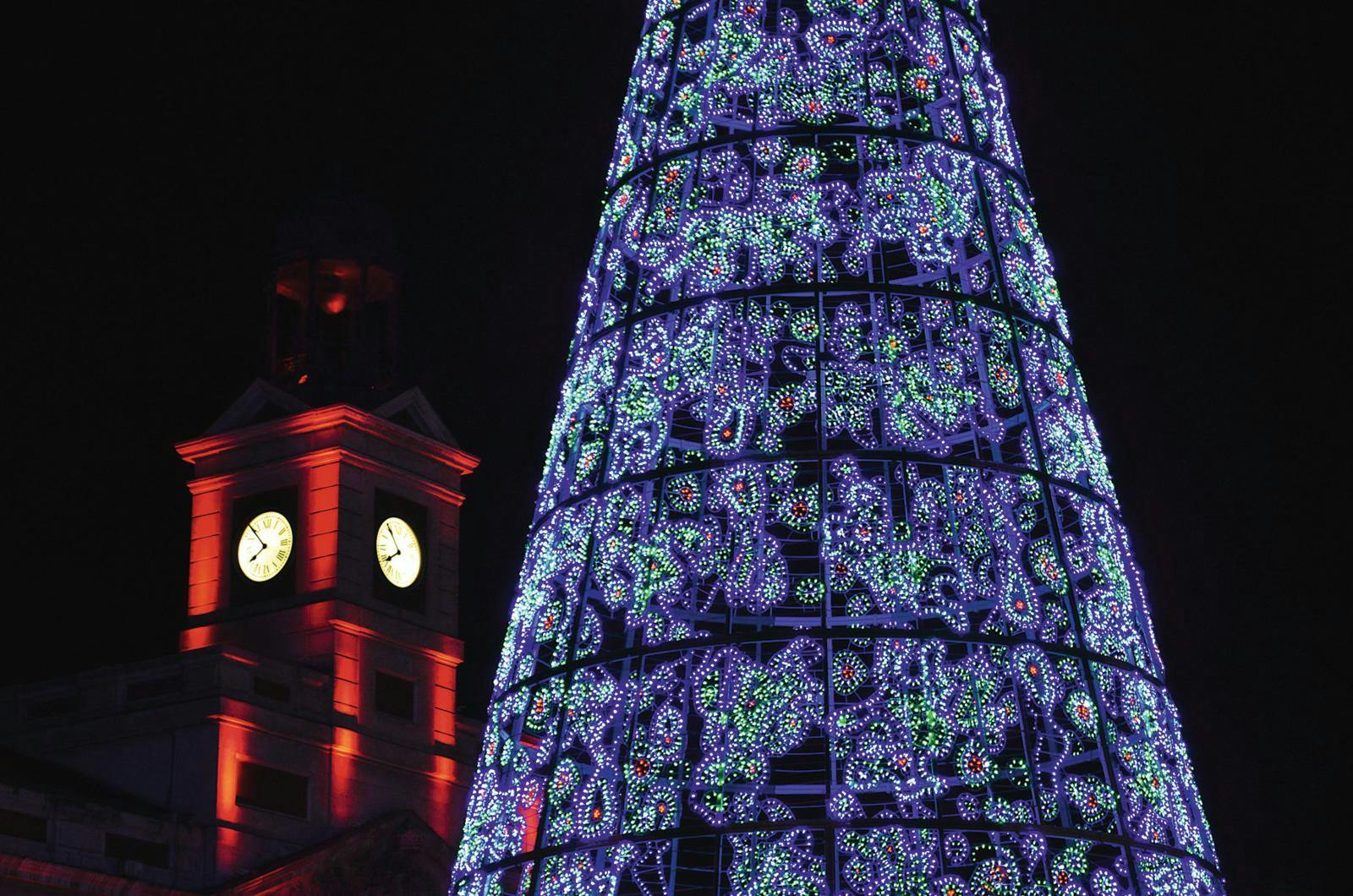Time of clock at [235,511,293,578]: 7:53
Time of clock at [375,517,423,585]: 7:54
